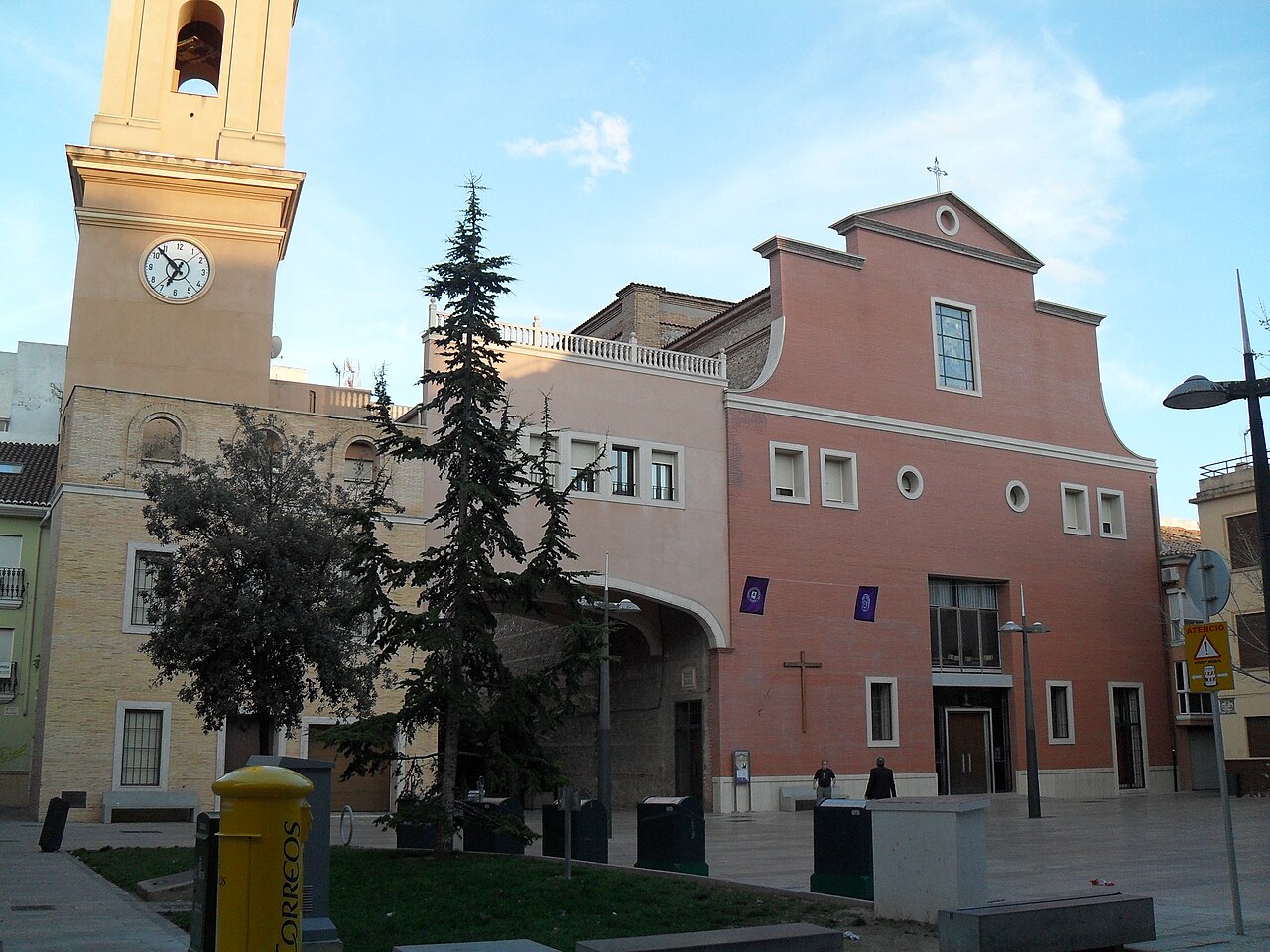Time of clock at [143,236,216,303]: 6:52
